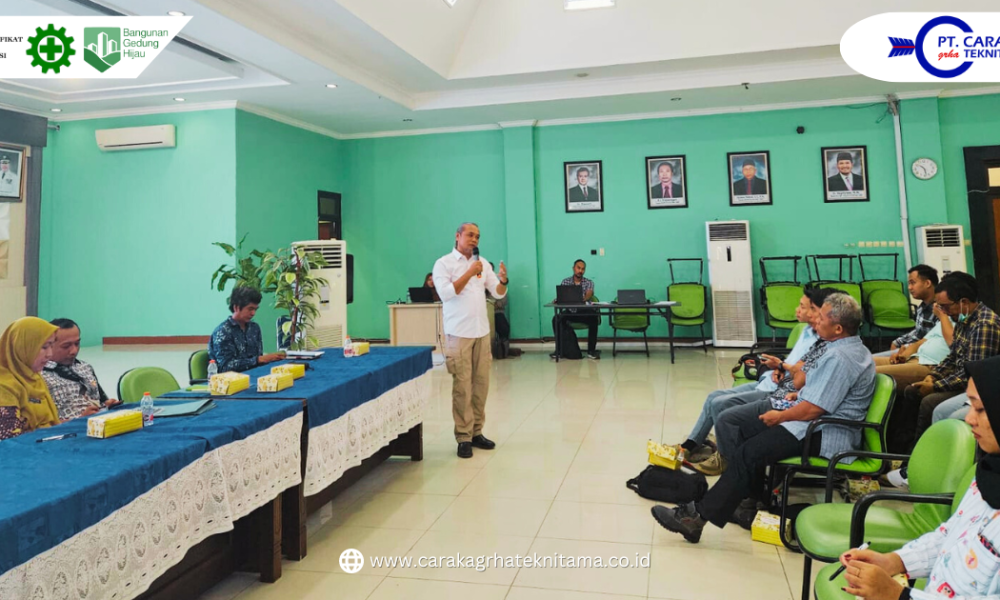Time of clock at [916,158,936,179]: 10:28
